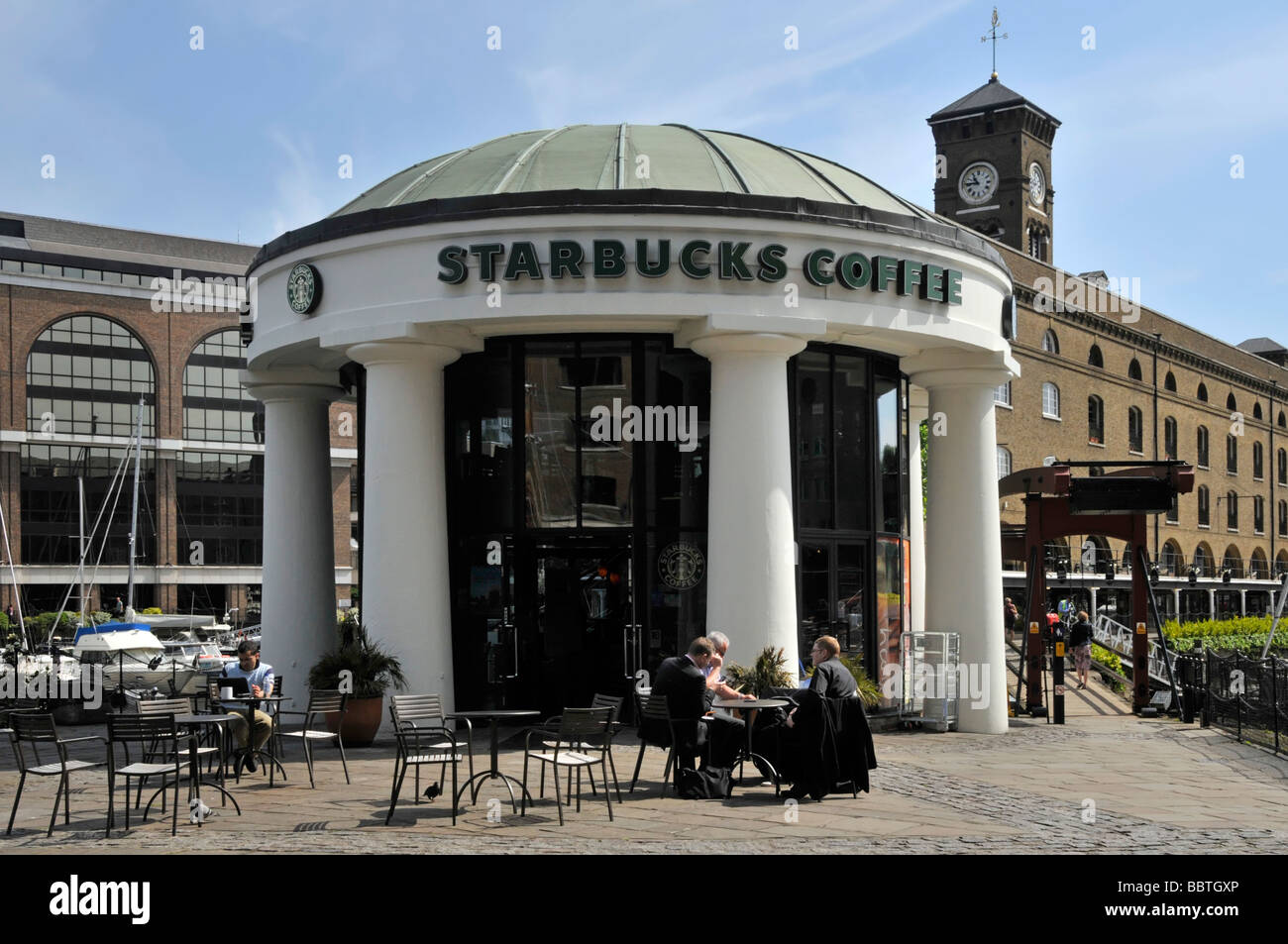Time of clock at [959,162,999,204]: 10:45
